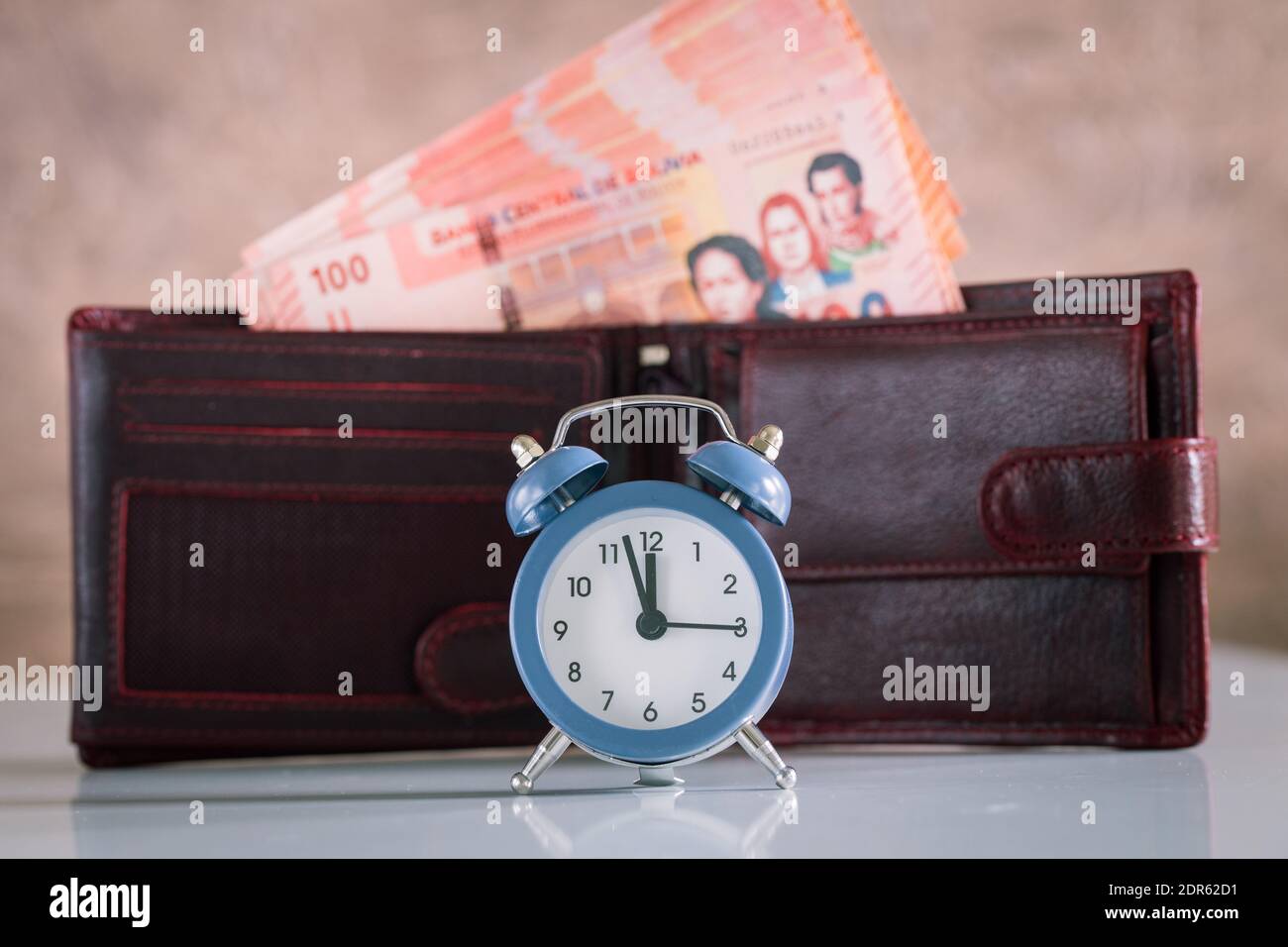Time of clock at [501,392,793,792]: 11:57
